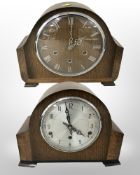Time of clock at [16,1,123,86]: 2:01
